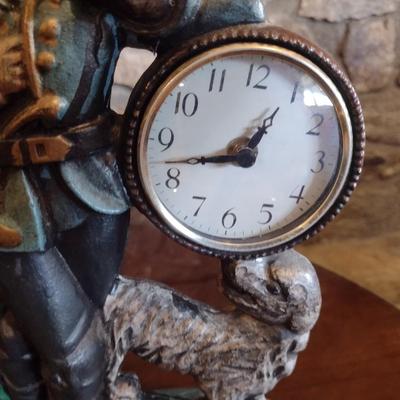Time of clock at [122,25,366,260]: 12:42
